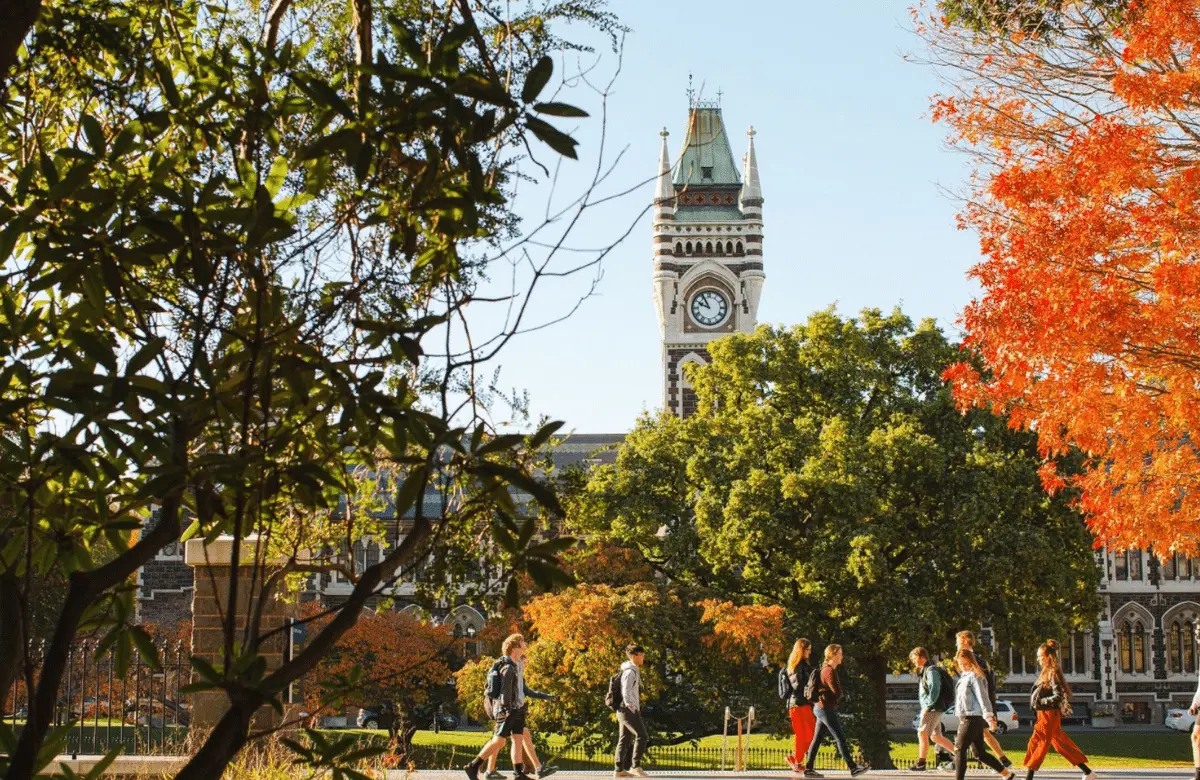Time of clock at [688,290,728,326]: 9:55
